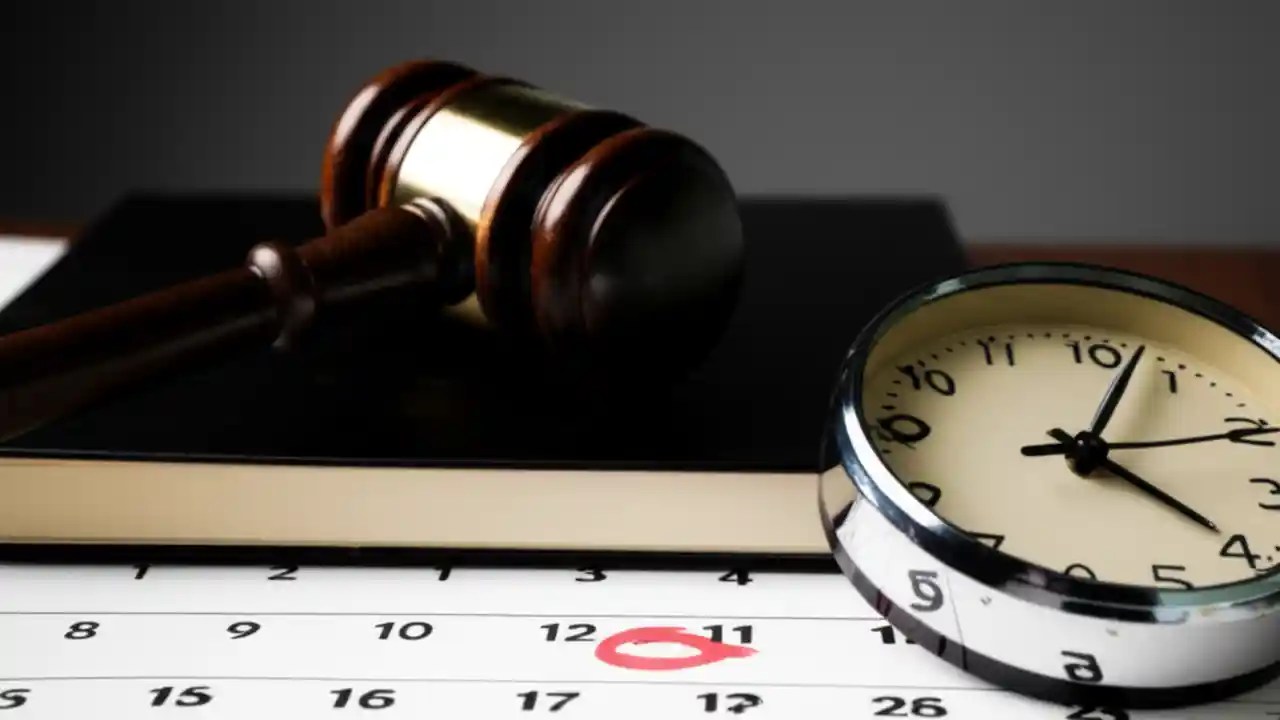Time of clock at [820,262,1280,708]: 4:03
